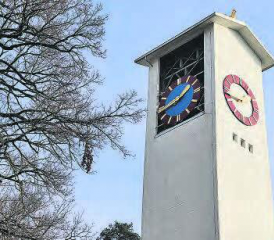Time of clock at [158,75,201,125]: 1:41
